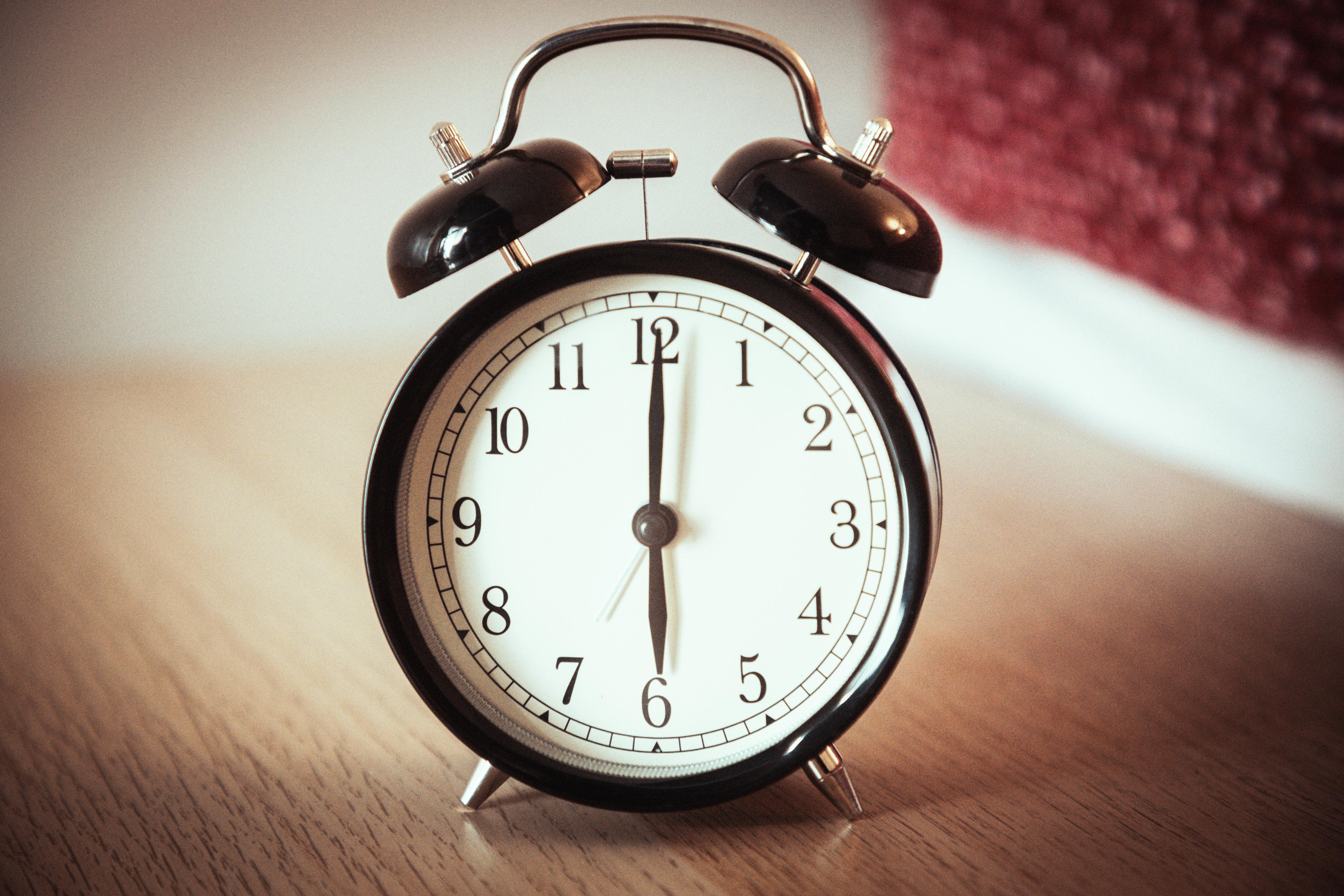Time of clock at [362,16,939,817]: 6:00
